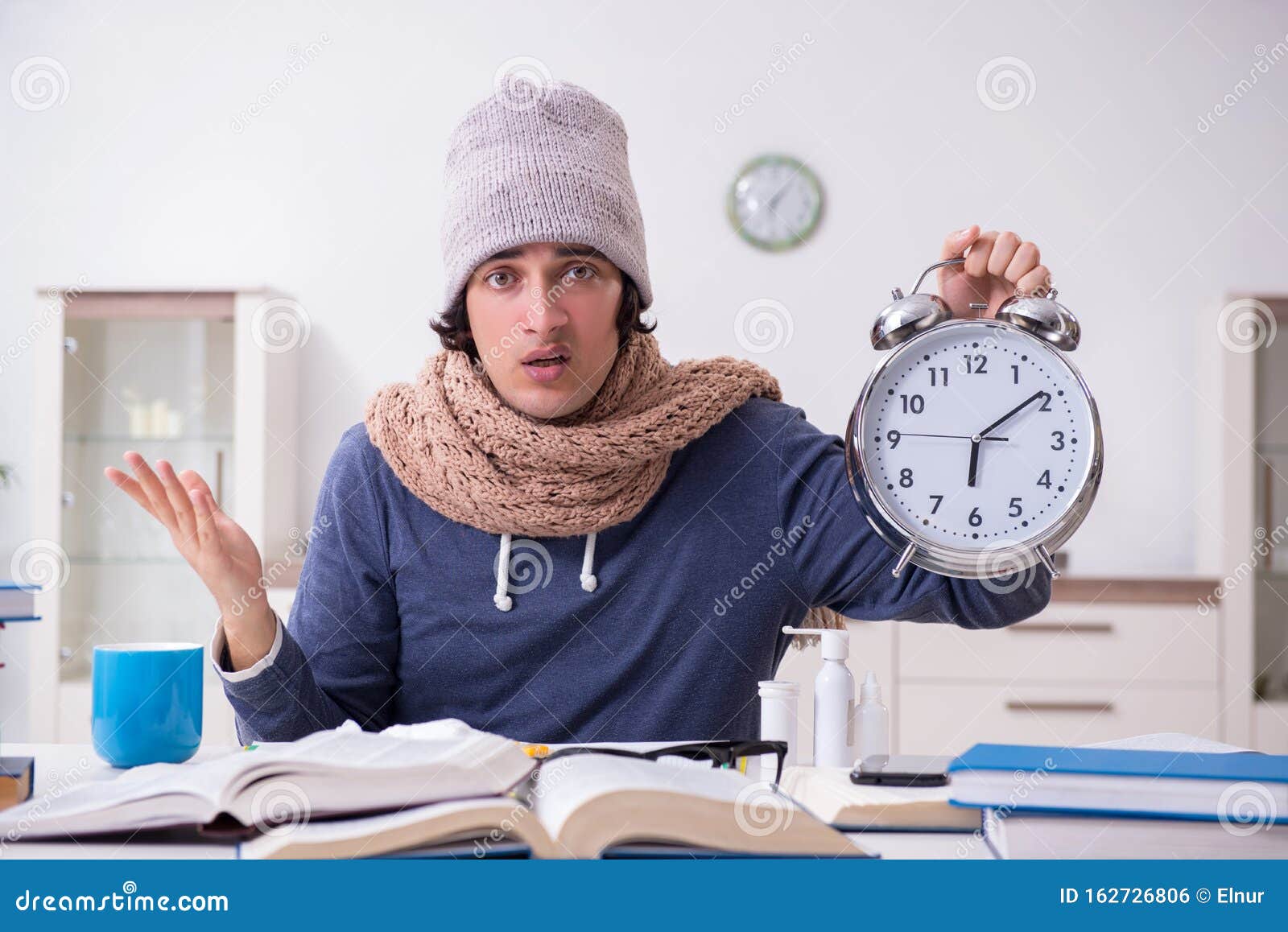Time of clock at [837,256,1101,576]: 6:09
